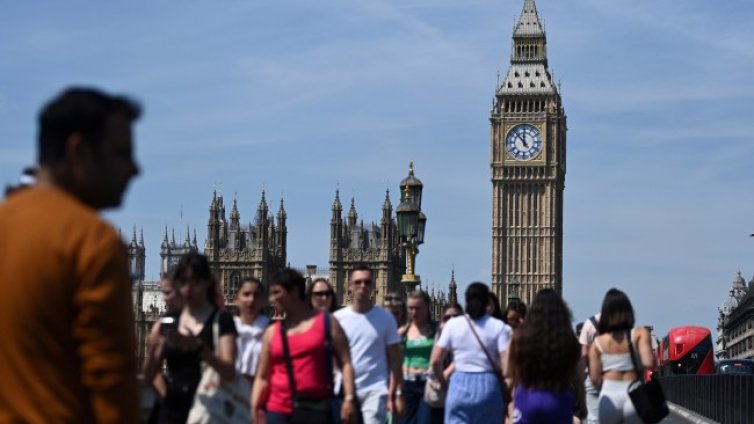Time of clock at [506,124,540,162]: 11:53
